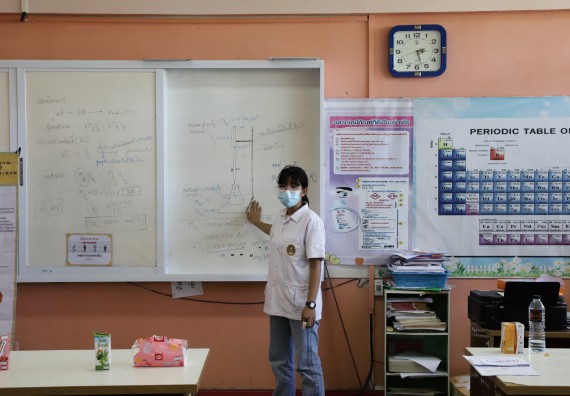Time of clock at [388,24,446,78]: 2:27
